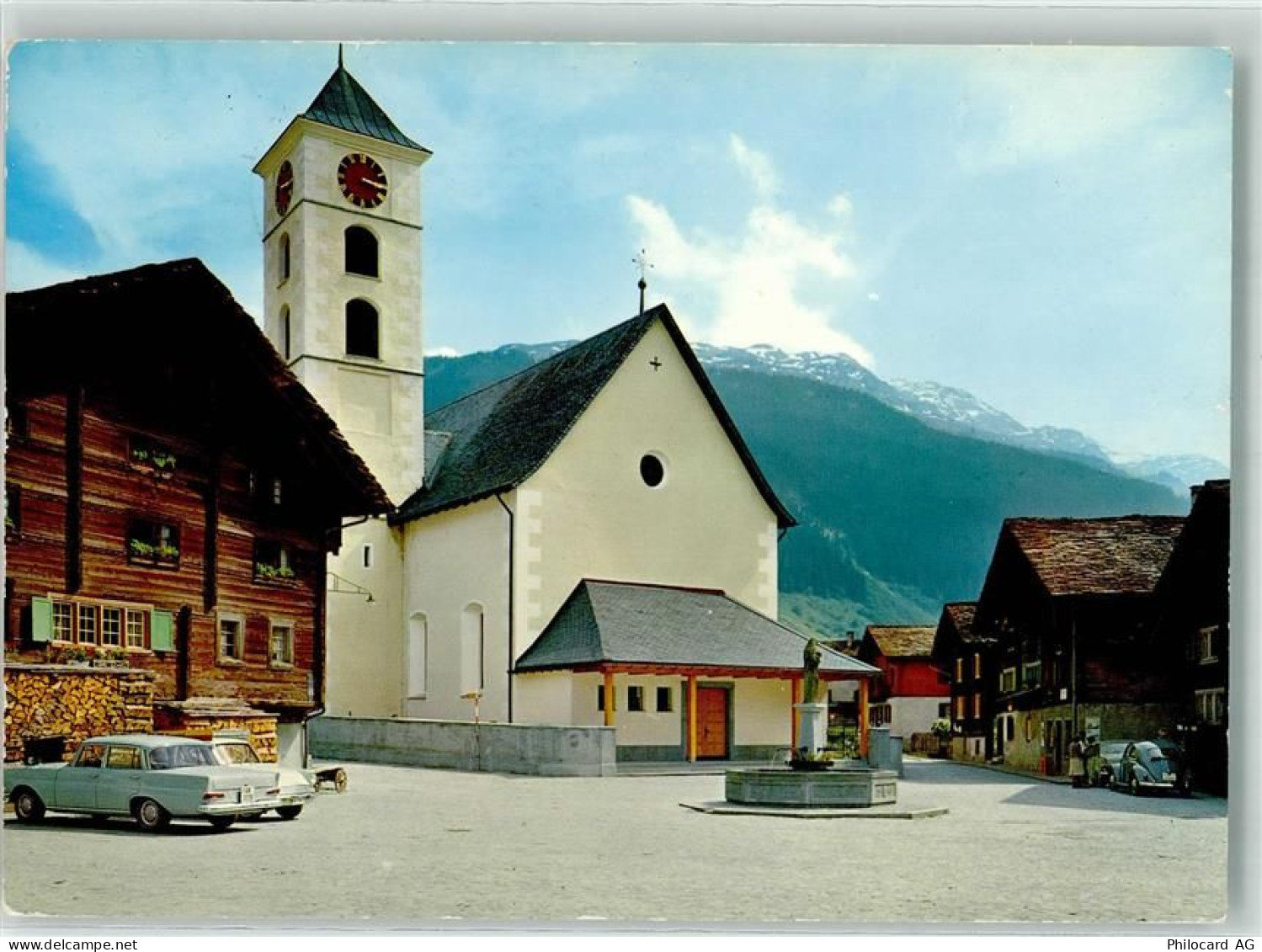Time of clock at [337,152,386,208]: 3:16
